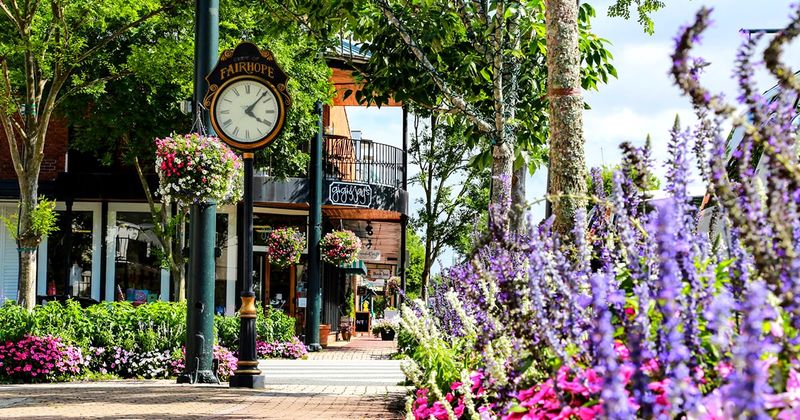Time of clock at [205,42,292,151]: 4:07
